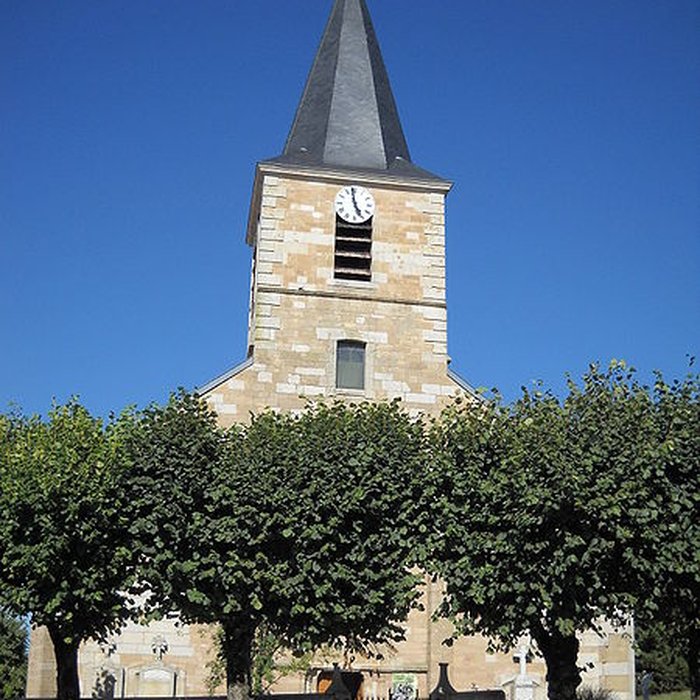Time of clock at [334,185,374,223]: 4:58
